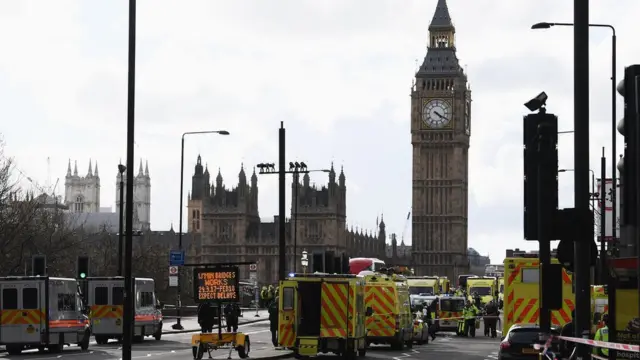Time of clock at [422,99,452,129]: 4:19
